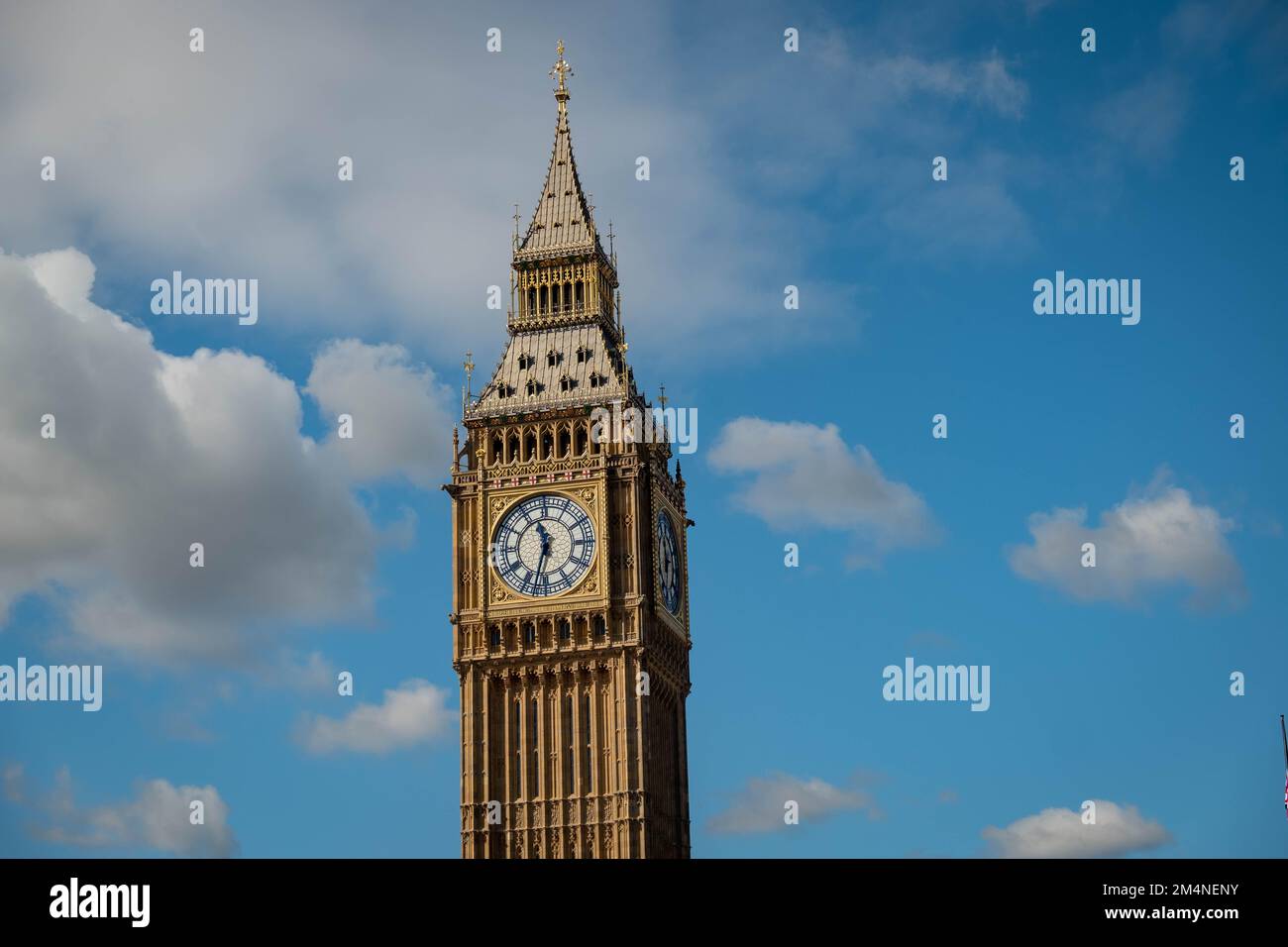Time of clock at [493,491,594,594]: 11:32
